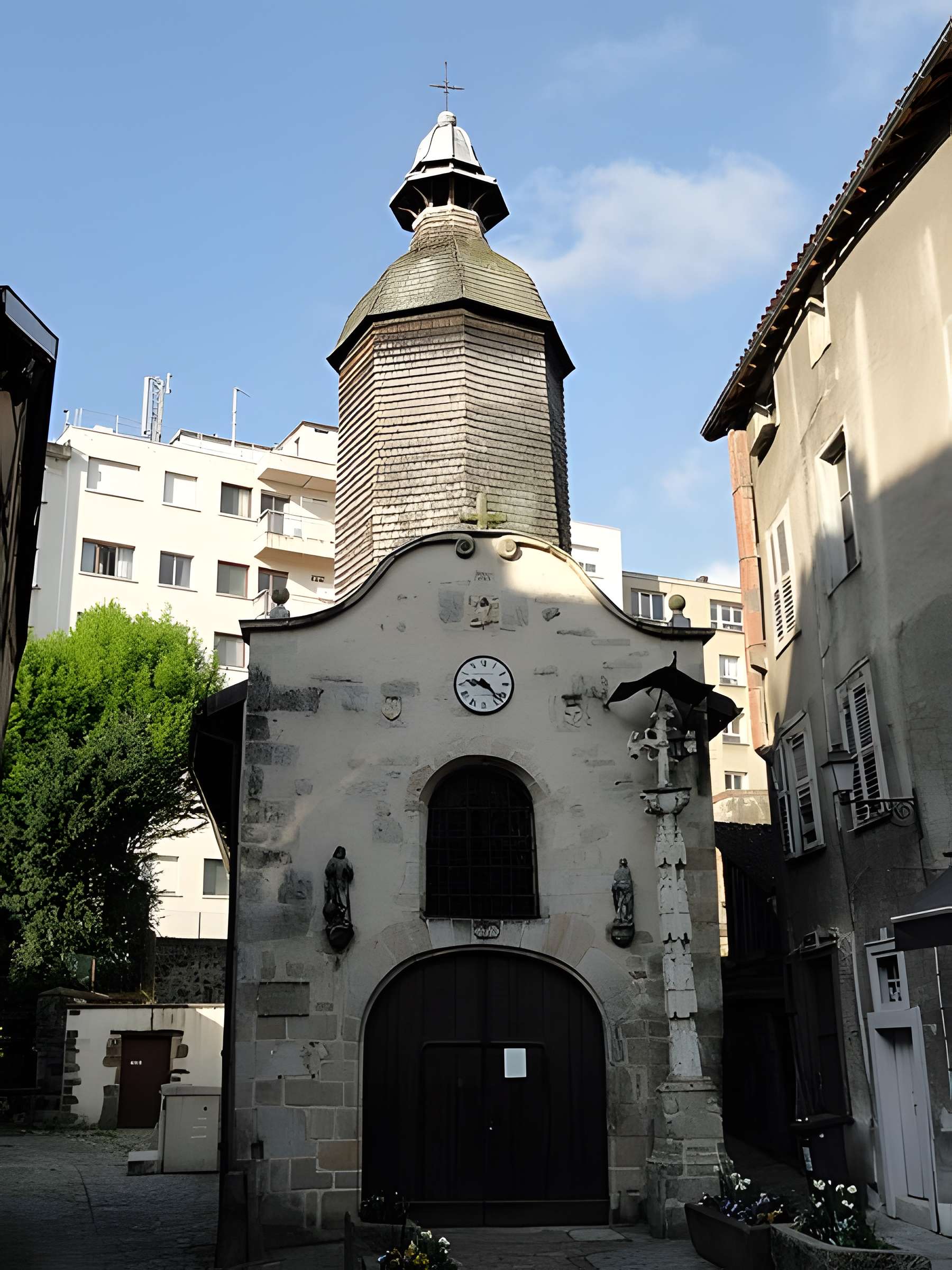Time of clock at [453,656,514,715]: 9:22
